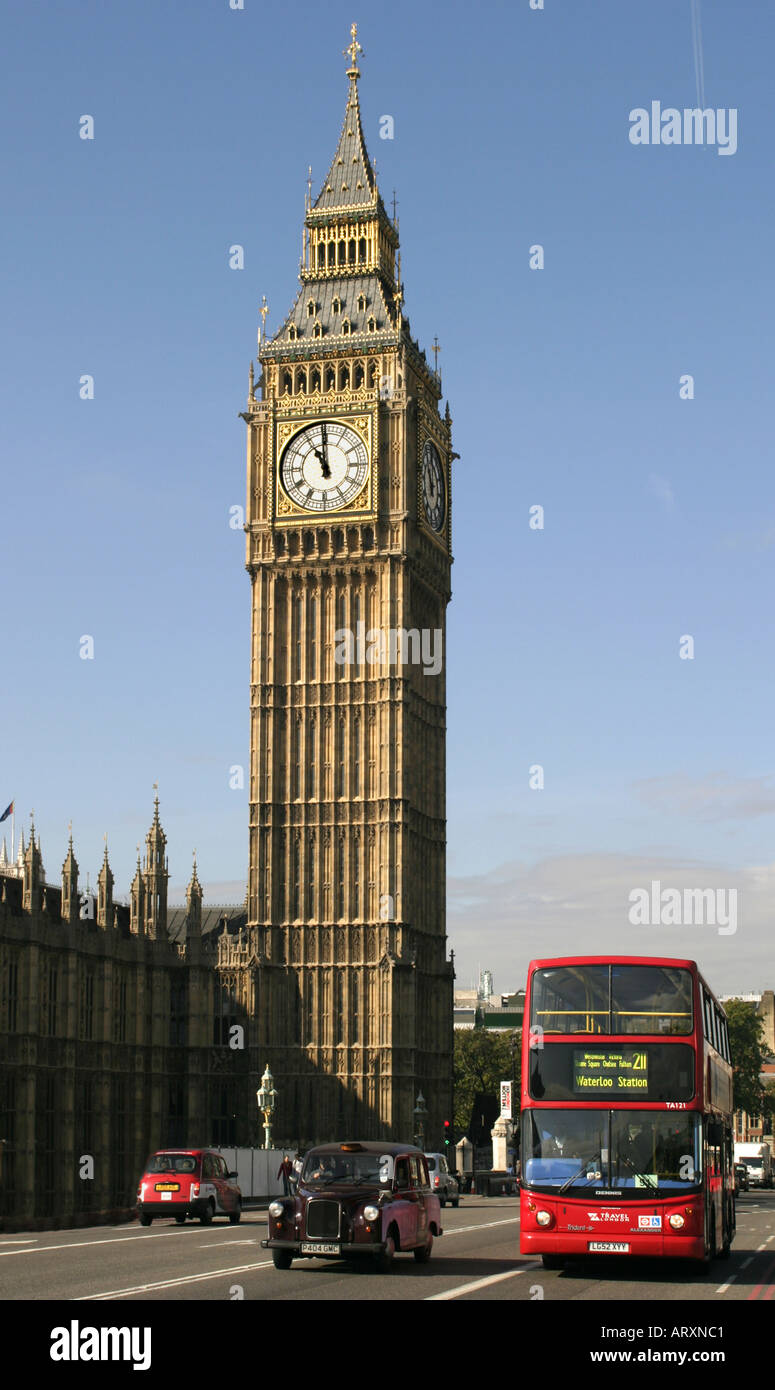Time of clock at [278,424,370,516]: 10:59
